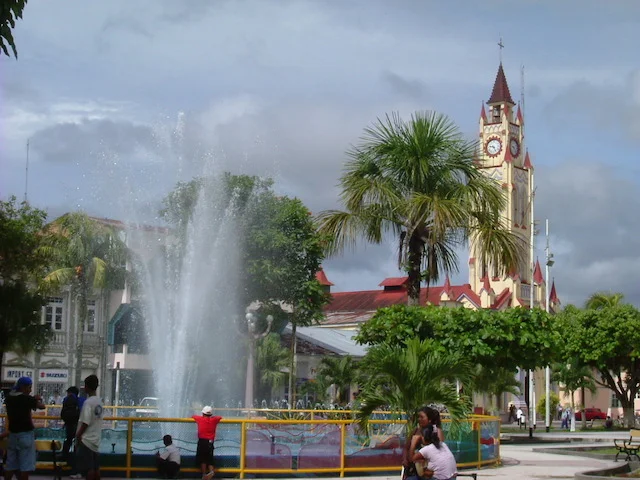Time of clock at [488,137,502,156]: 9:25
